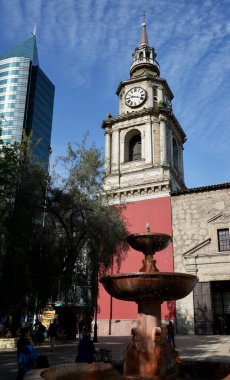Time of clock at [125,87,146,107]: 9:18
